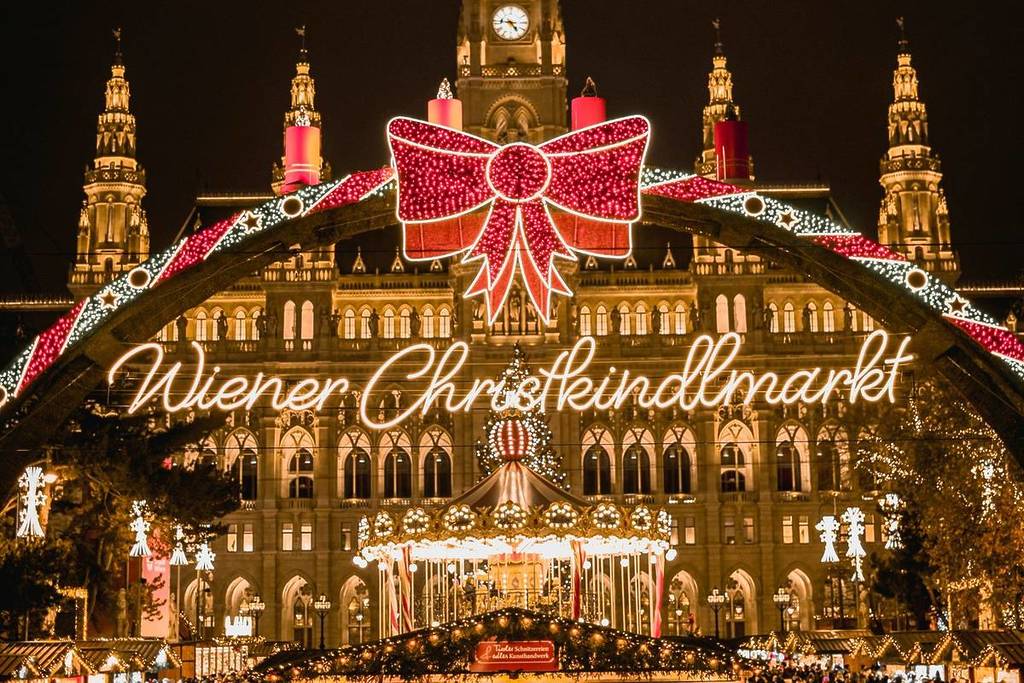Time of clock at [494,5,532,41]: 4:46
